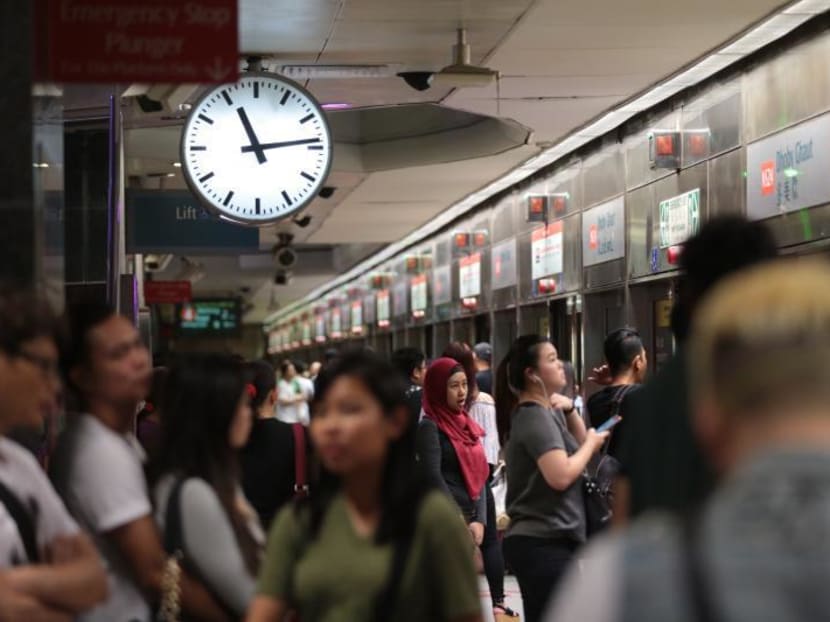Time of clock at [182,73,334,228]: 11:13
